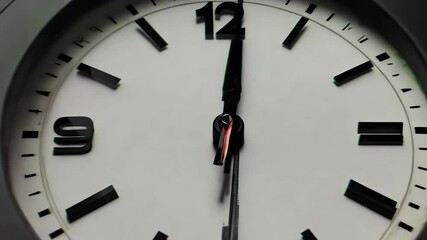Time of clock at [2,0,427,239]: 6:01
